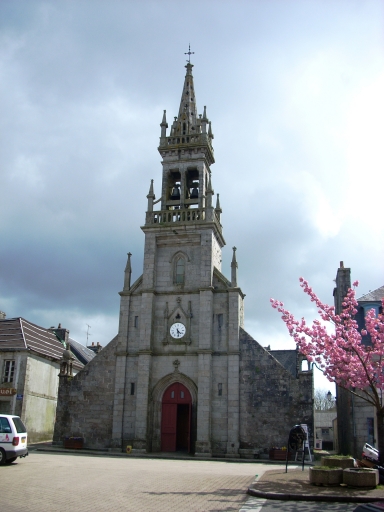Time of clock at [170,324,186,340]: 4:28
